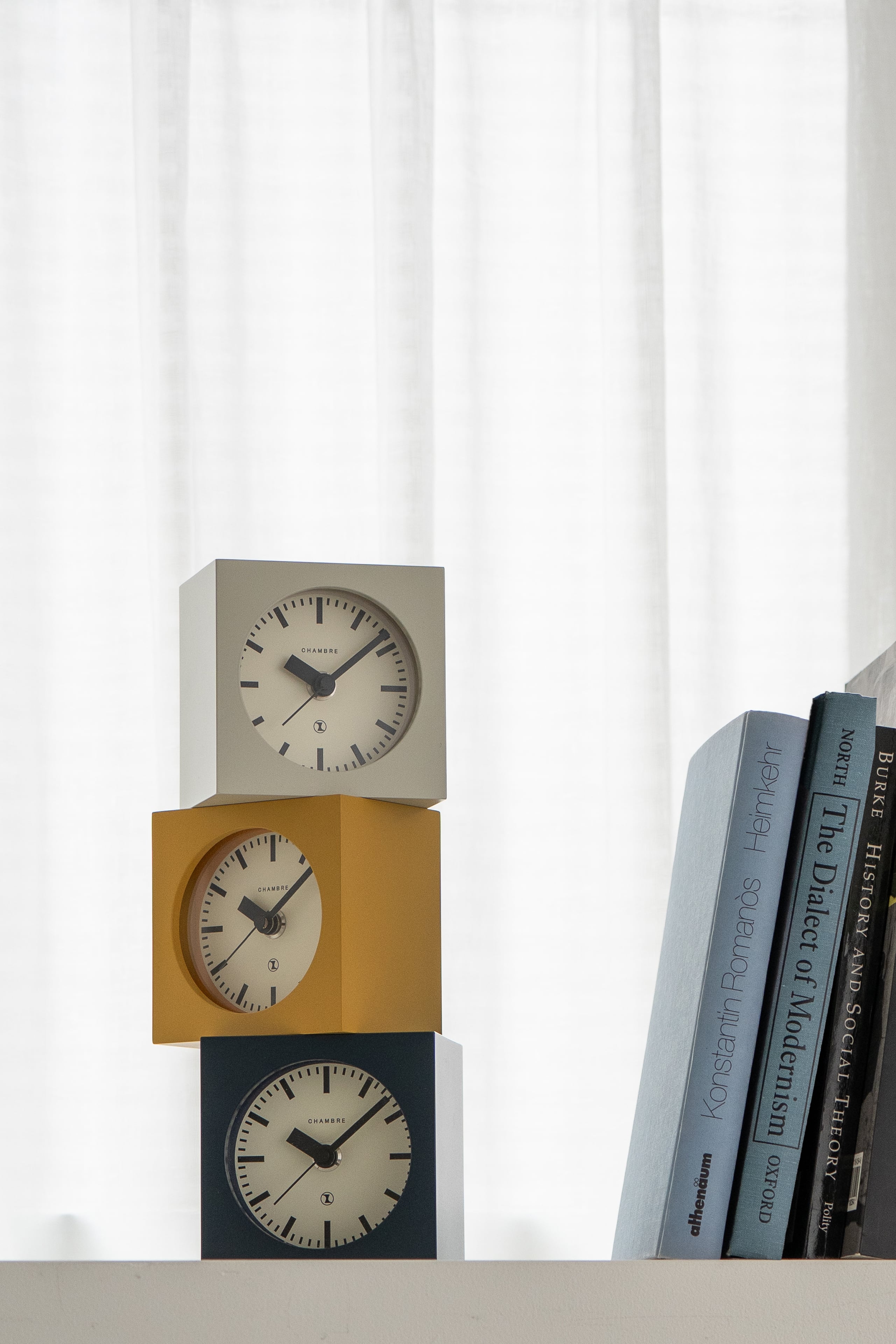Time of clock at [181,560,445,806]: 10:08
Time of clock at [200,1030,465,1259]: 10:07
